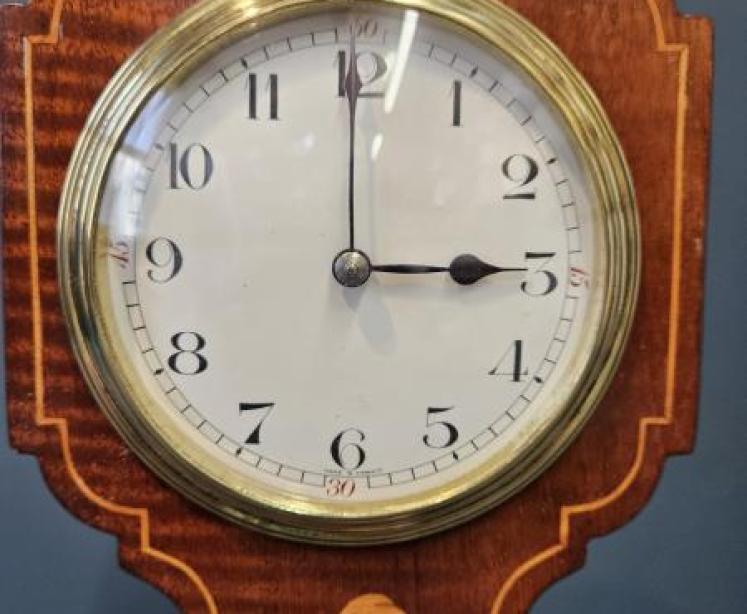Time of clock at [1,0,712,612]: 2:59
